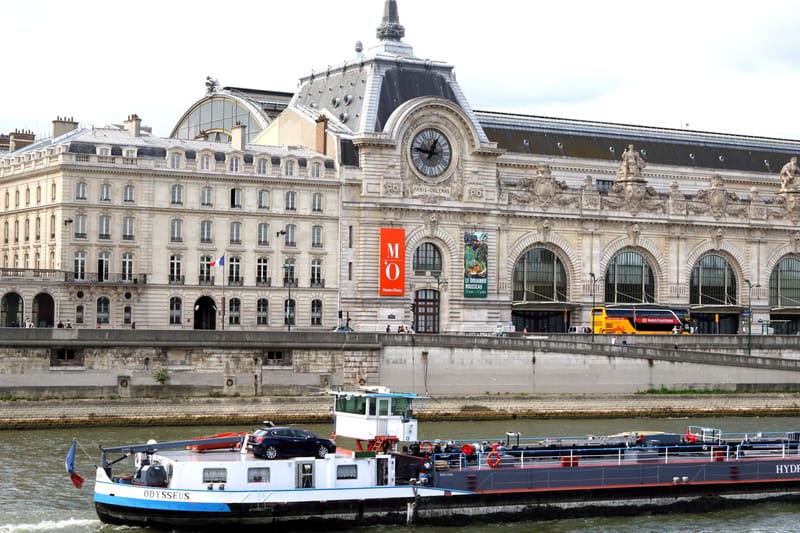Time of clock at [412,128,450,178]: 12:46
